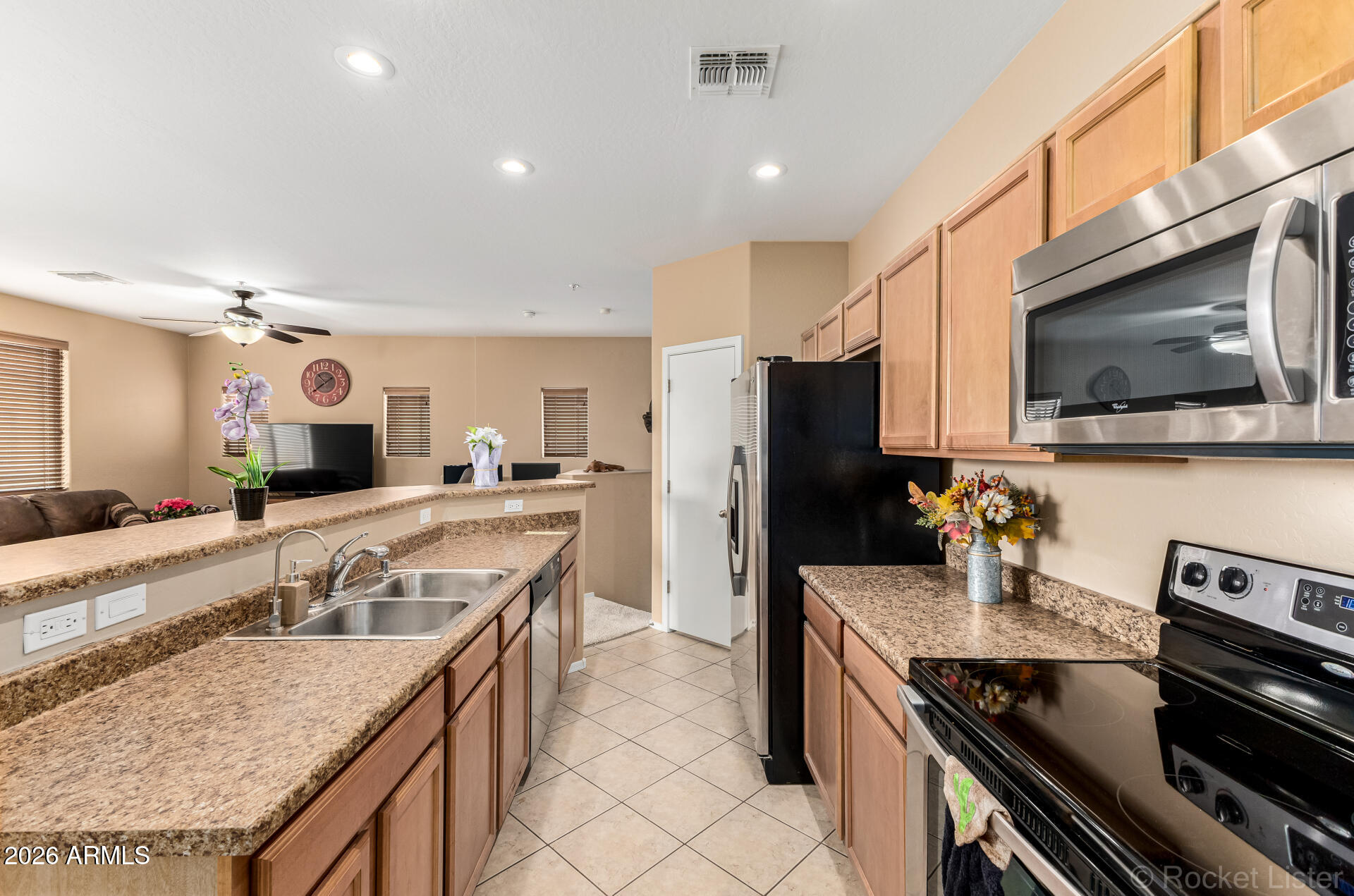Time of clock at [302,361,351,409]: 10:39
